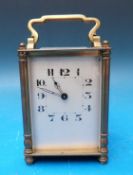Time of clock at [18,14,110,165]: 10:48
